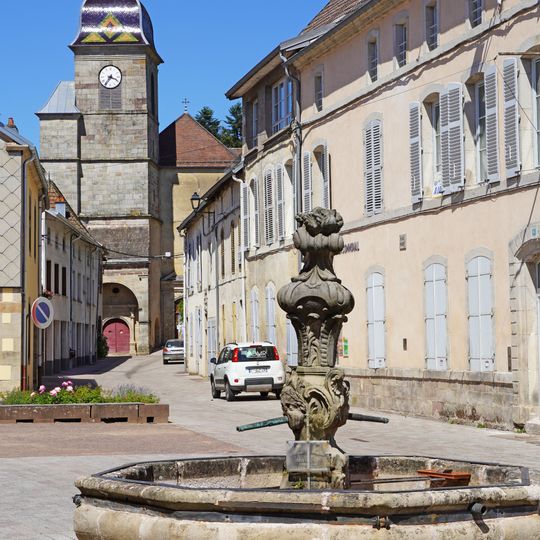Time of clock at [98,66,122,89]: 3:36
